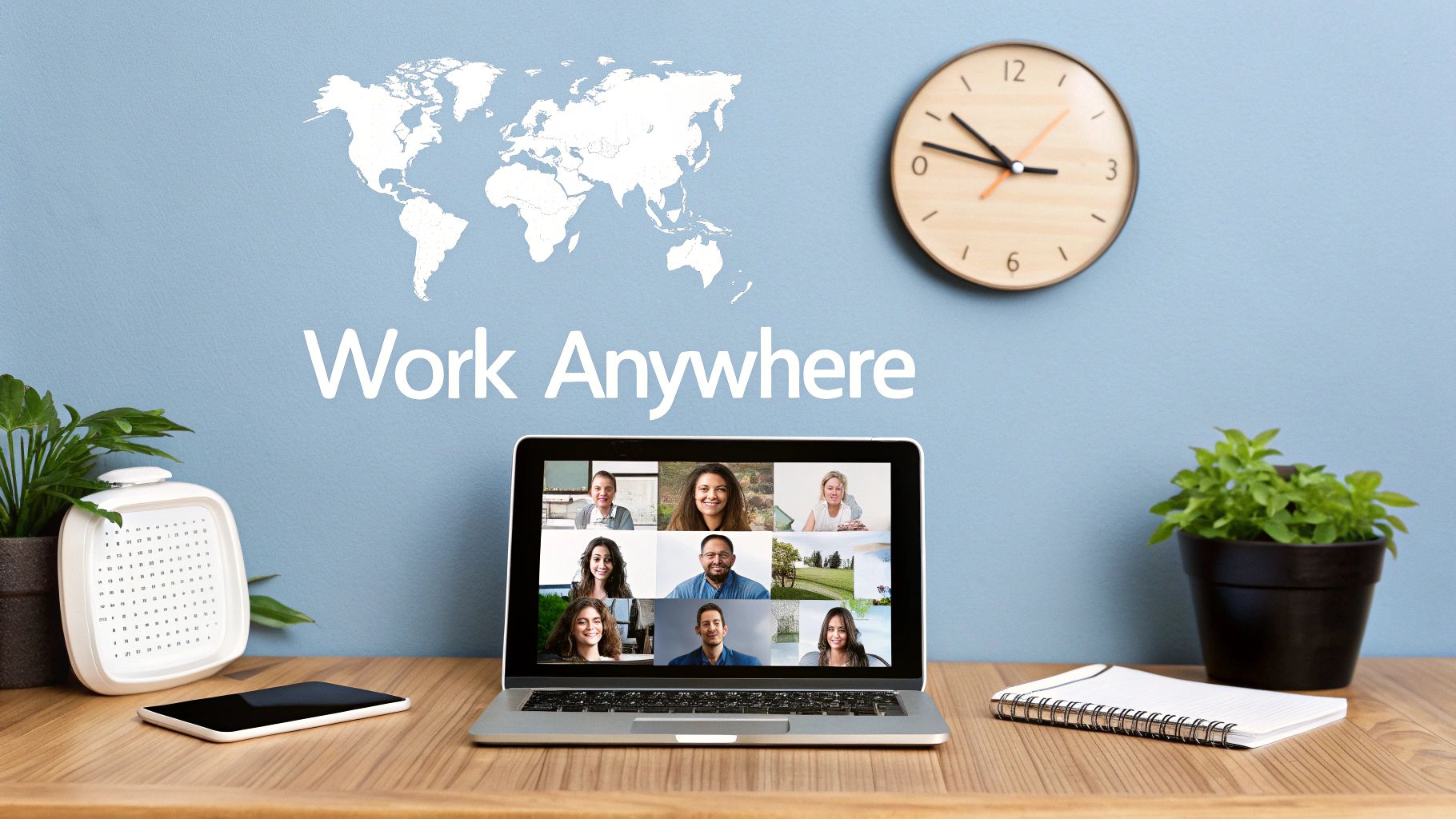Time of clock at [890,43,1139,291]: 10:15
